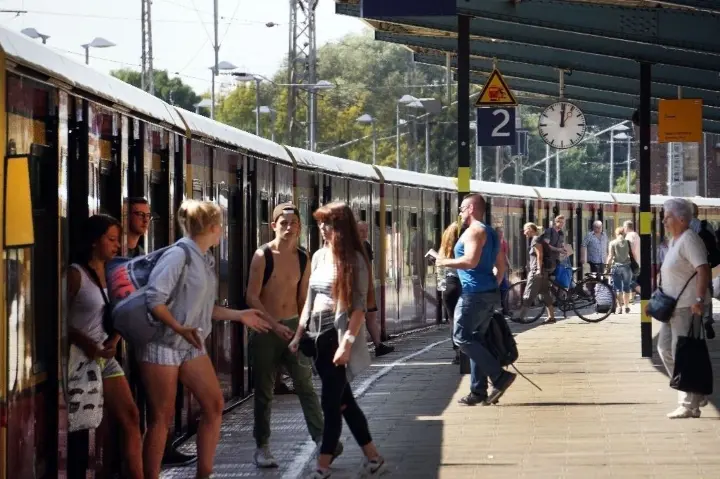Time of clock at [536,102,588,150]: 12:01
